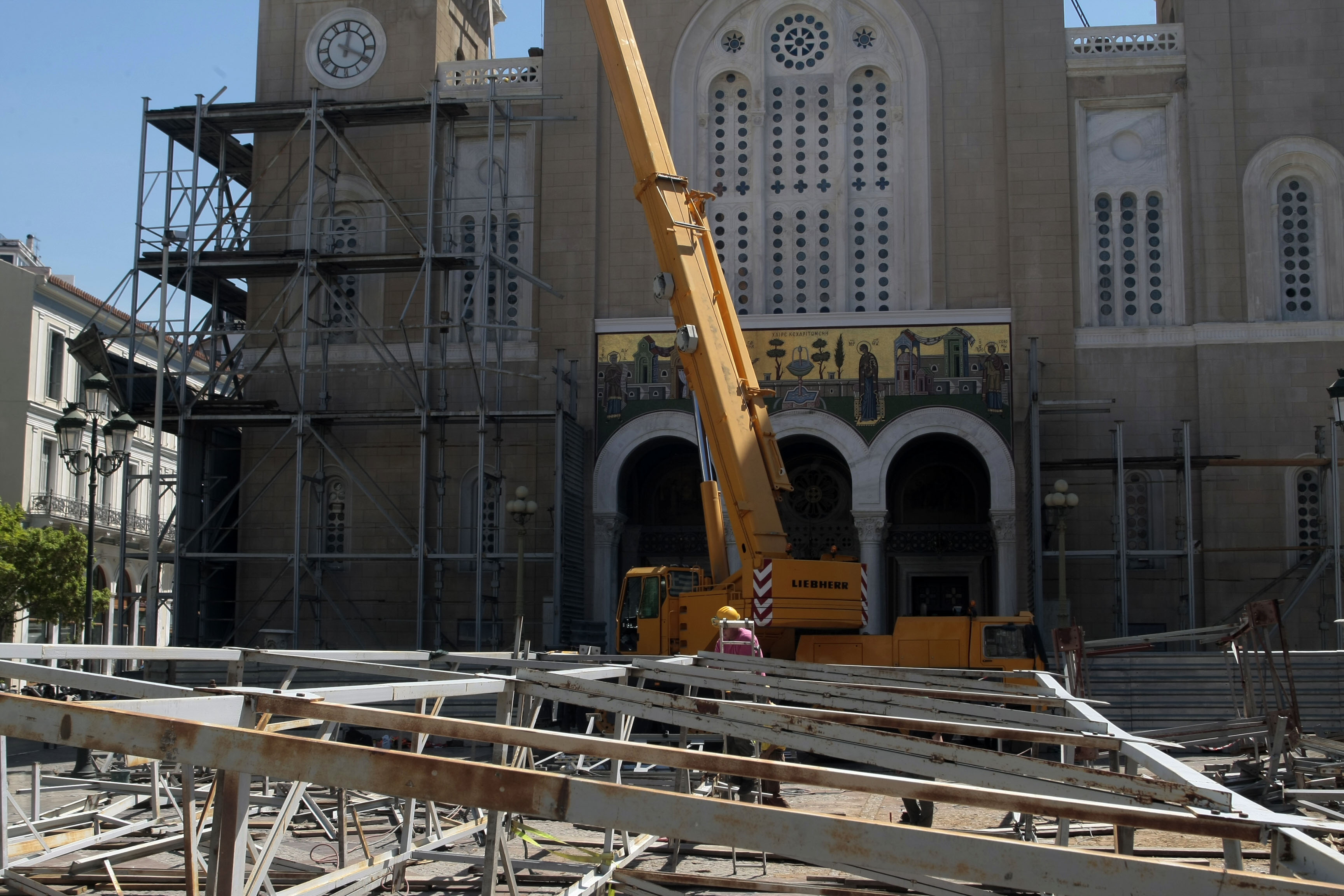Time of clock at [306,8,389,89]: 12:19
